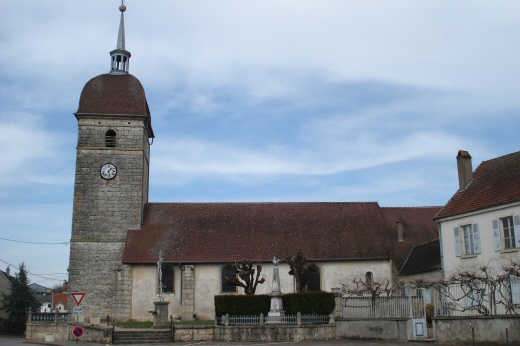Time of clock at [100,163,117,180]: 1:28
